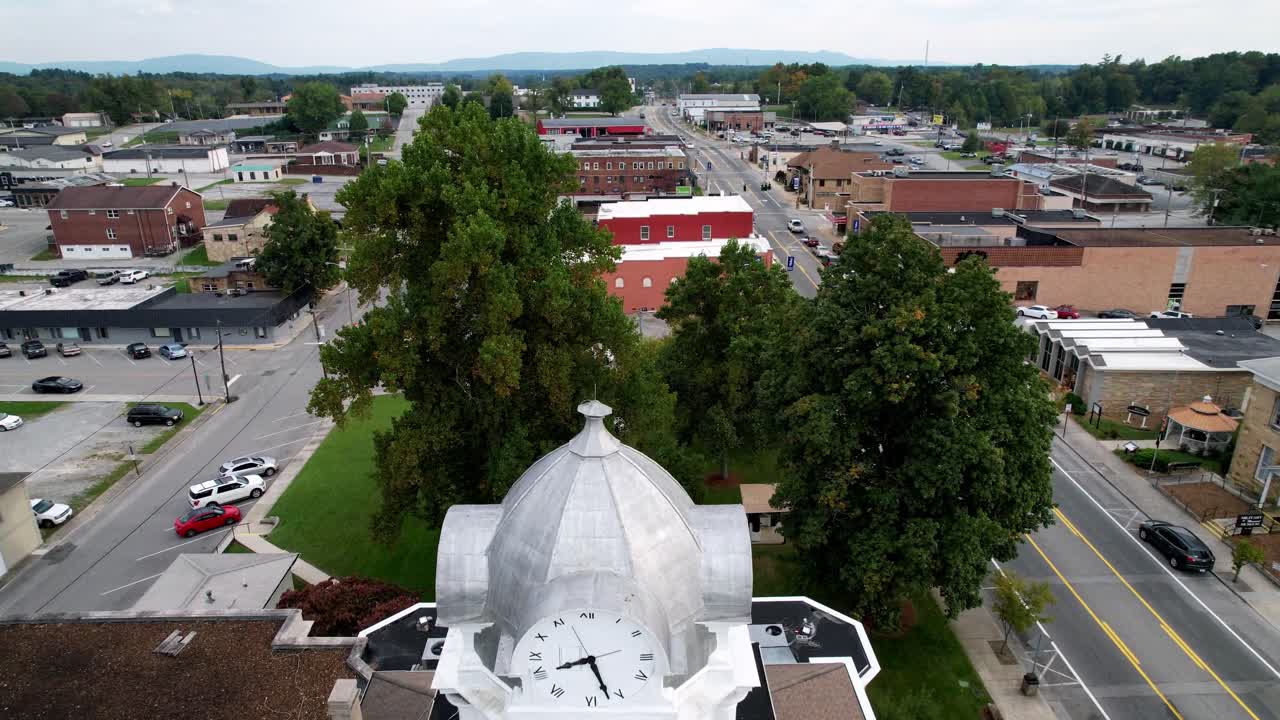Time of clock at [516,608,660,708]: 8:27
